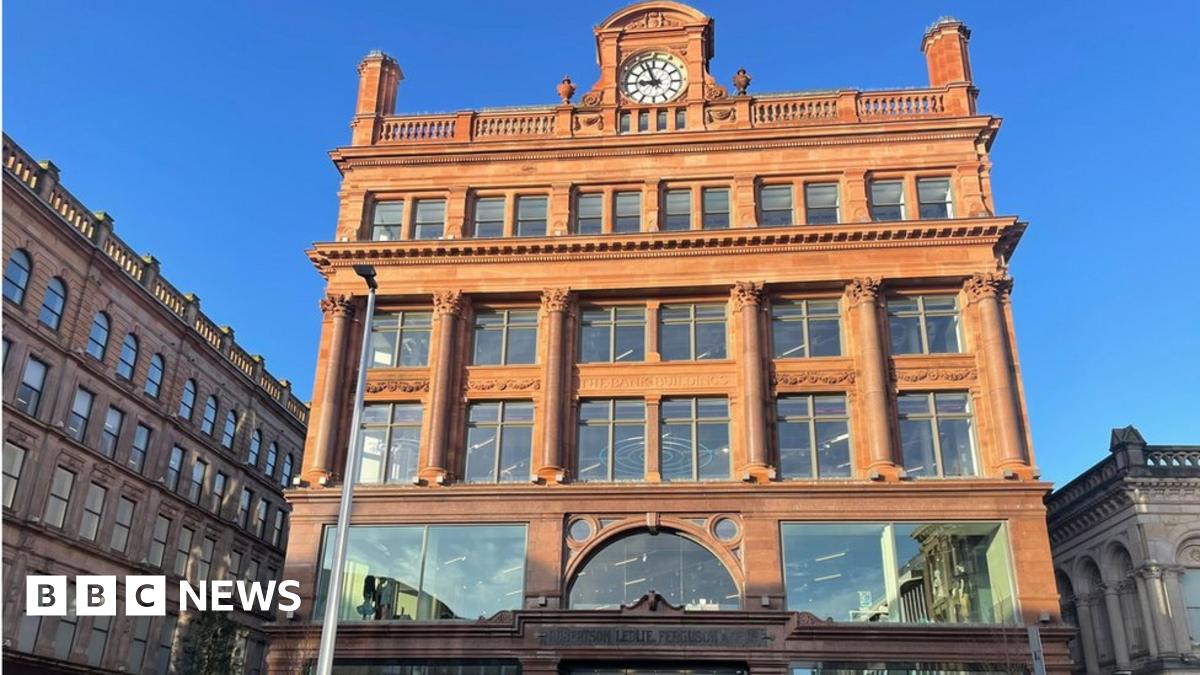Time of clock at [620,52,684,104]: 8:56
